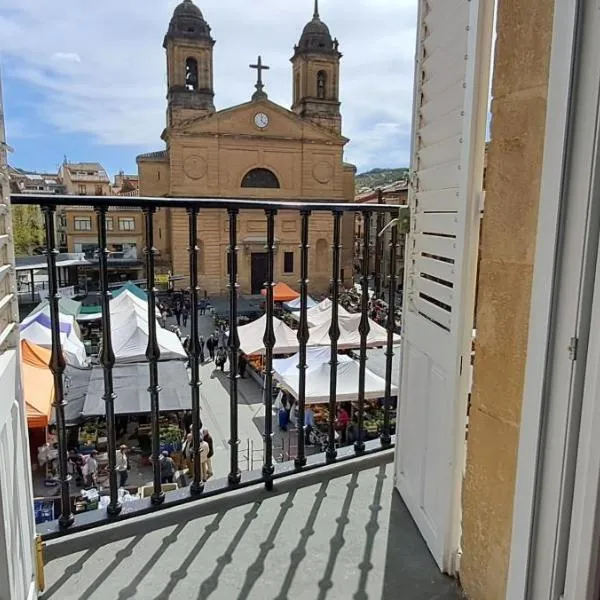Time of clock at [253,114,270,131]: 12:22
